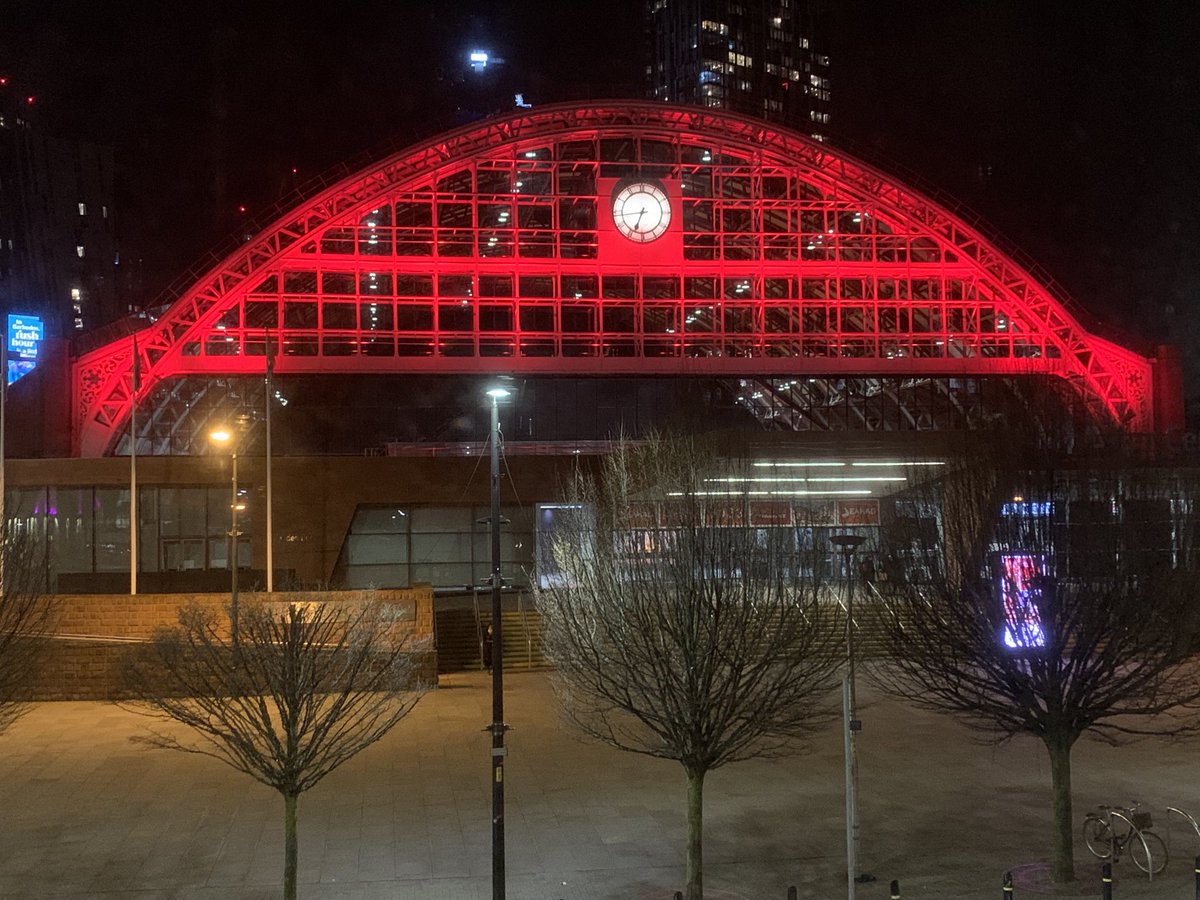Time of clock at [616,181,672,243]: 6:43
